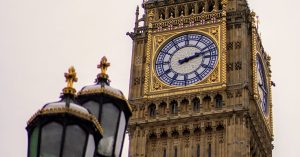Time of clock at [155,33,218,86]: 2:12
